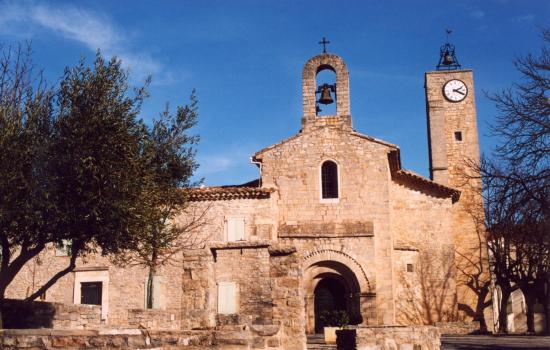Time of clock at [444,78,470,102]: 2:19
